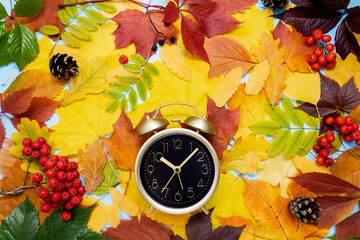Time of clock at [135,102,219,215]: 10:07
